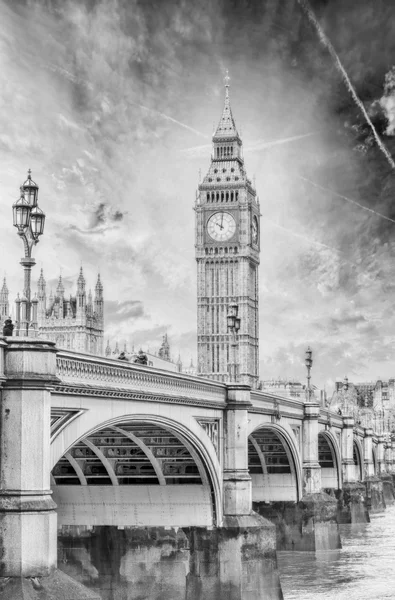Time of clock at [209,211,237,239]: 10:00
